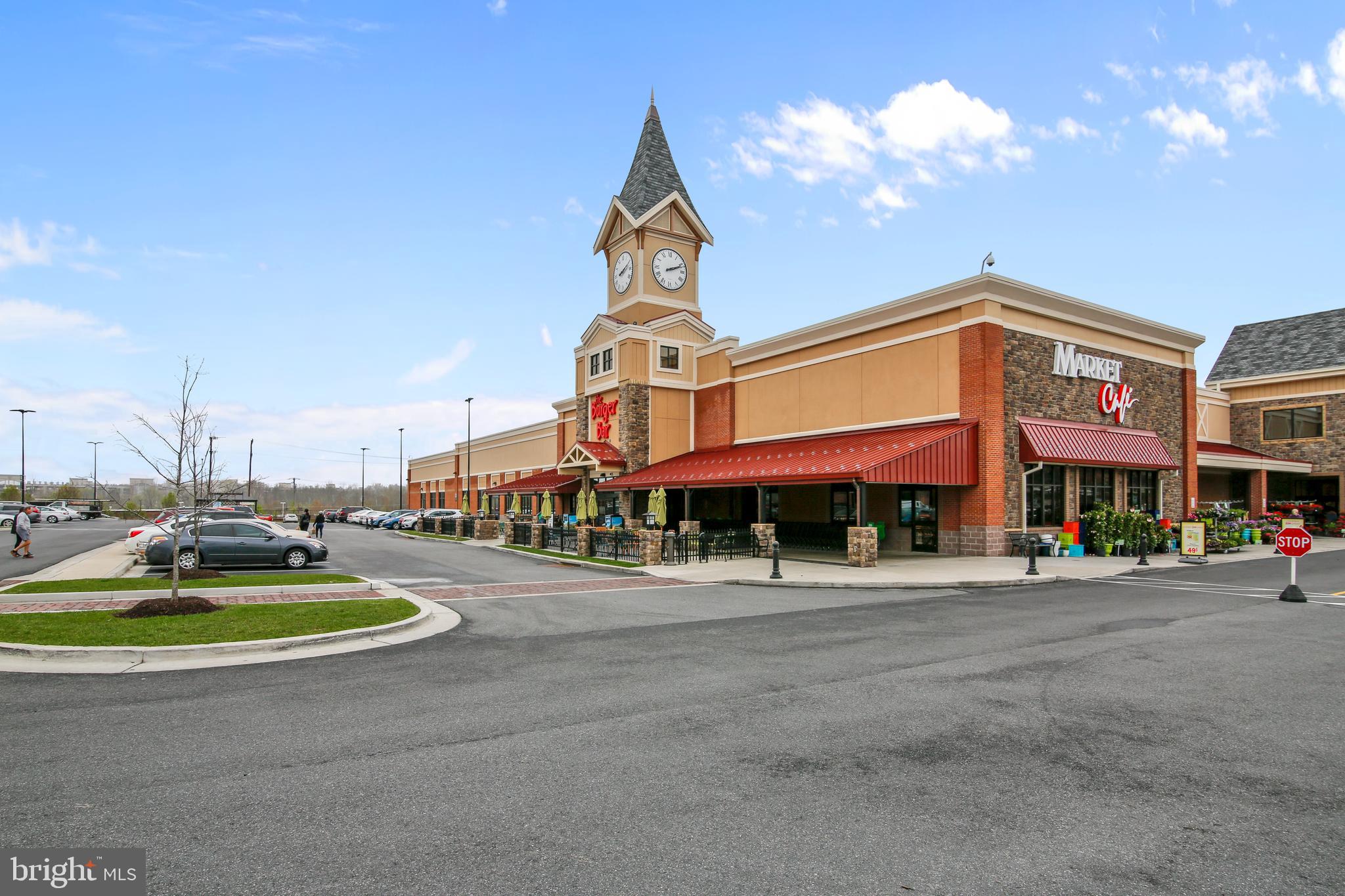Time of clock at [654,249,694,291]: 2:11
